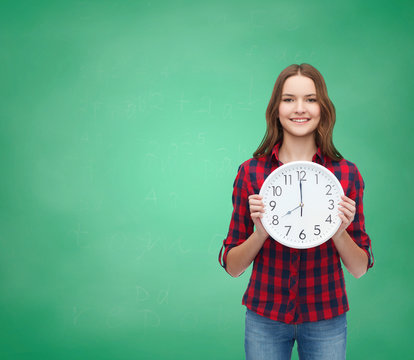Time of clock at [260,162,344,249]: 7:59
